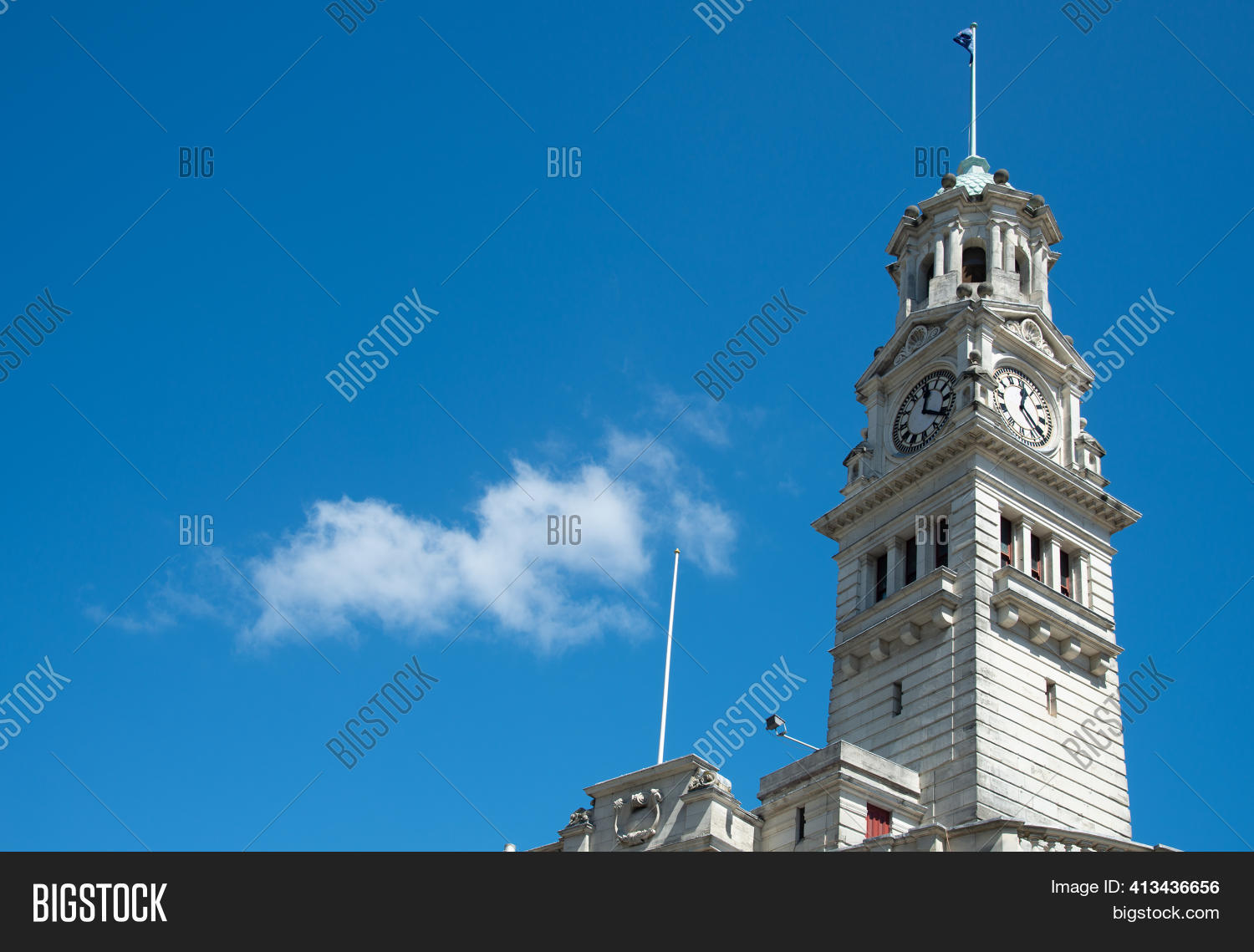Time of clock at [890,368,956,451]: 12:20
